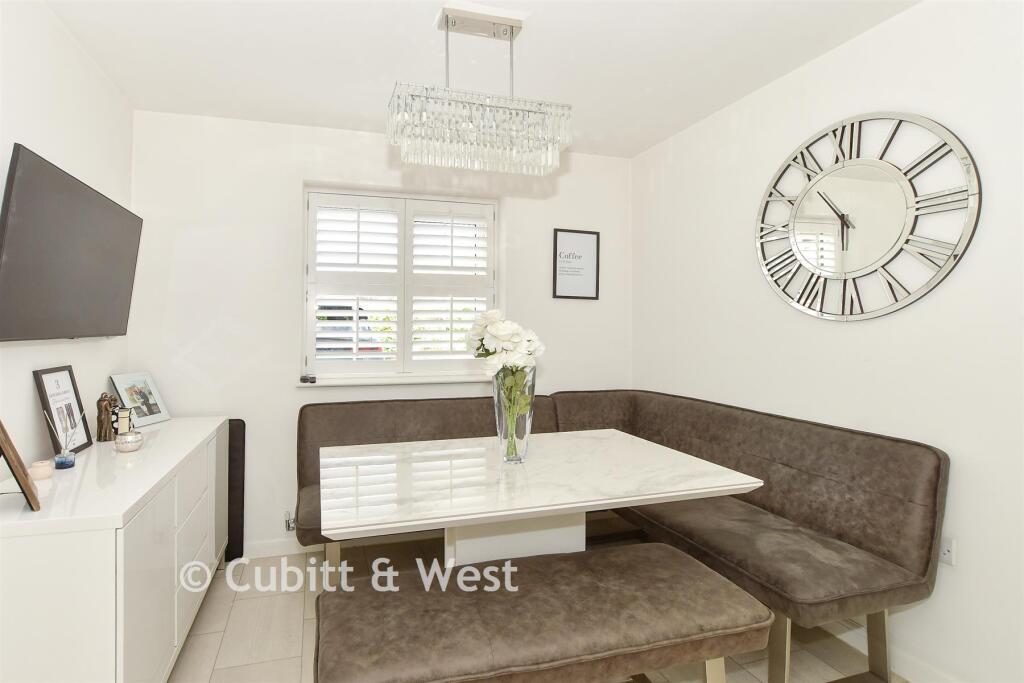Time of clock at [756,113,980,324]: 10:47
